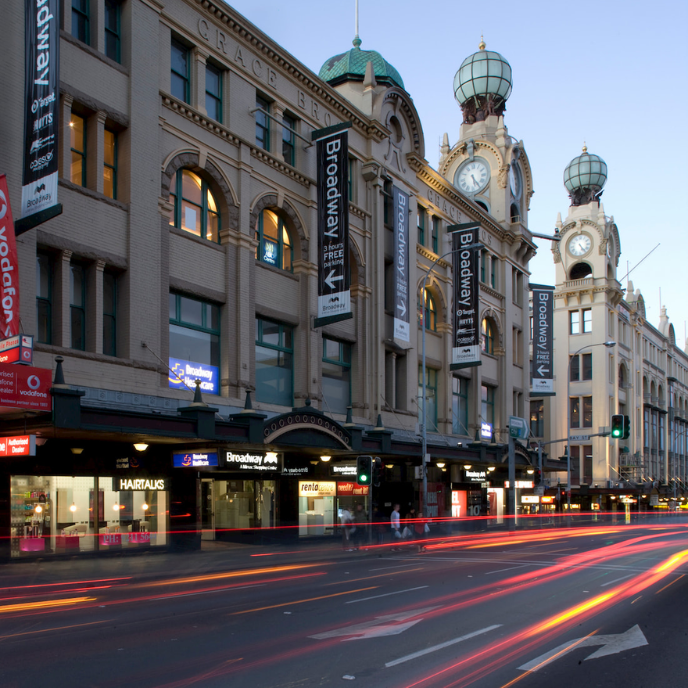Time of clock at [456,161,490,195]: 5:24
